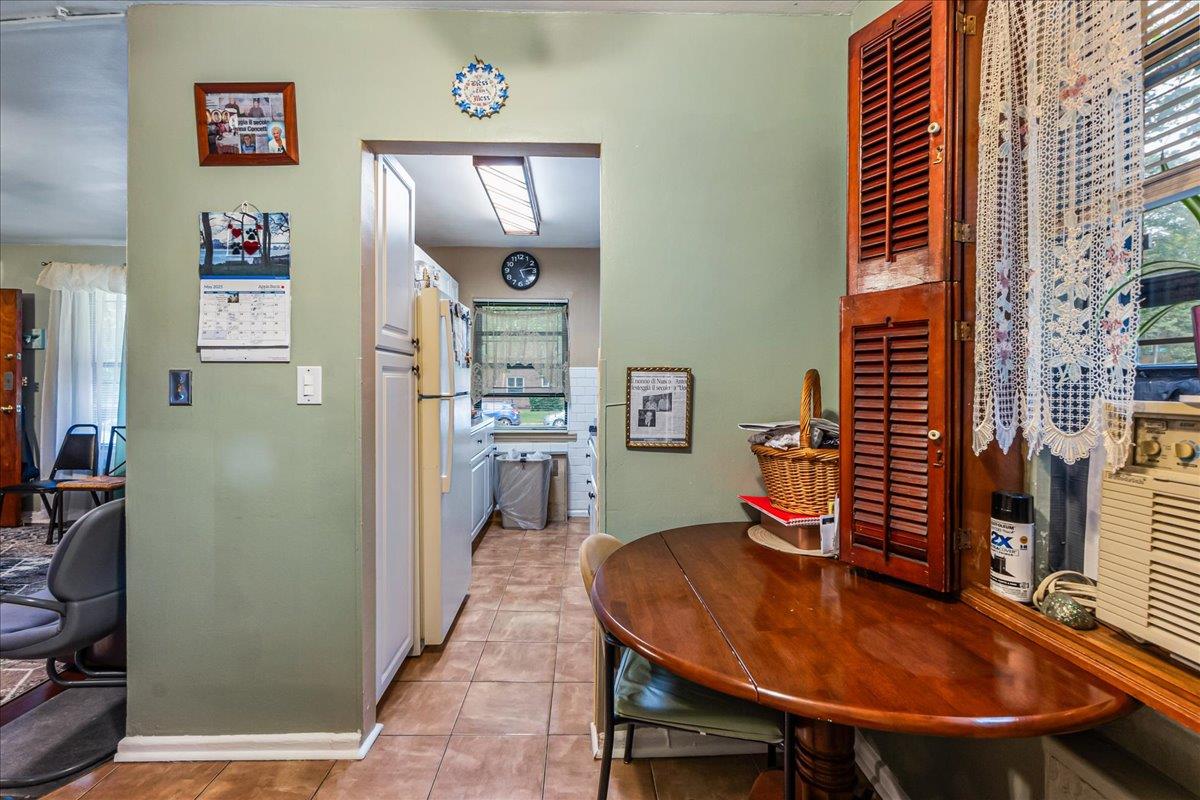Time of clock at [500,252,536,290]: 5:13
